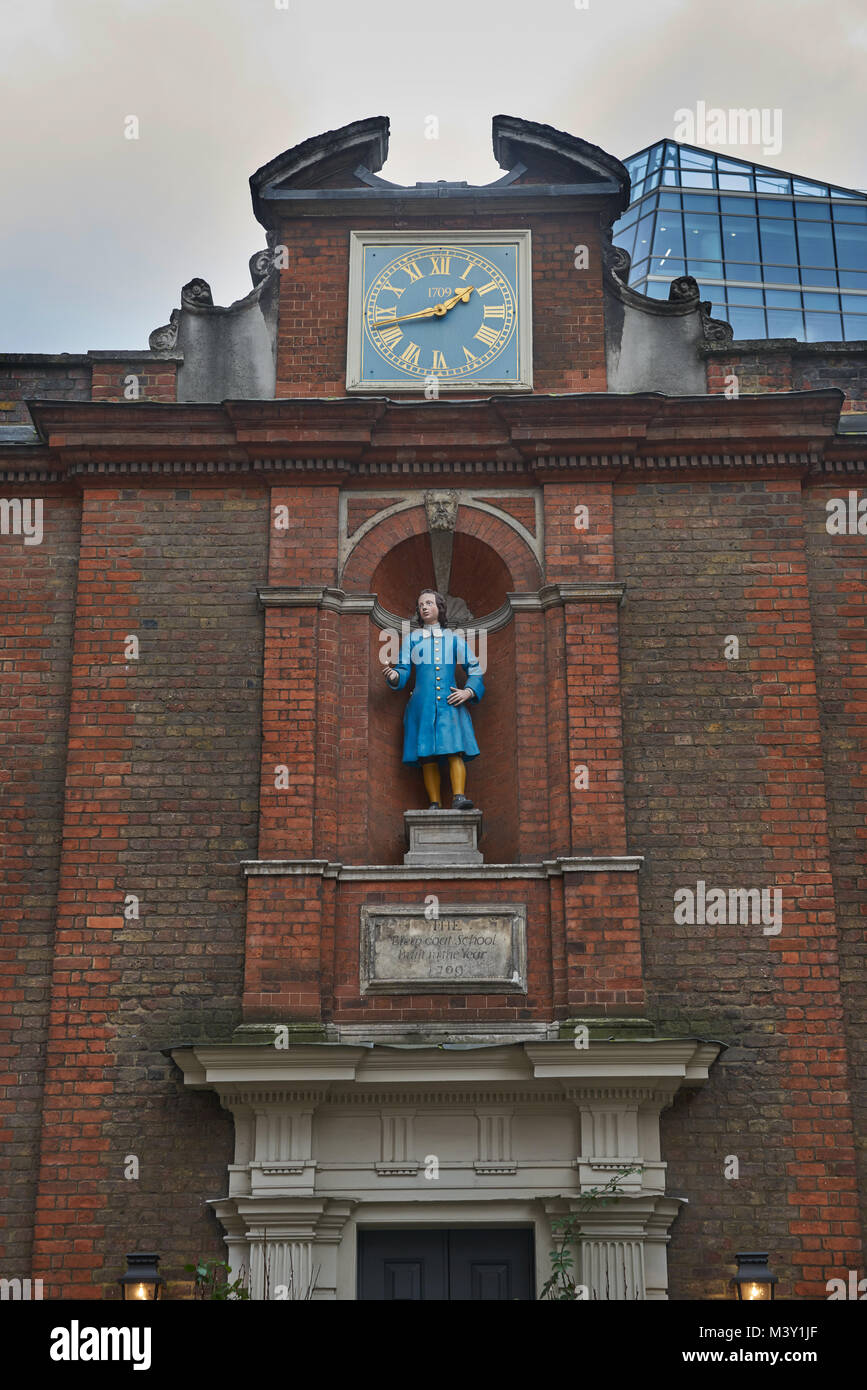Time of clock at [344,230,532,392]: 1:42
